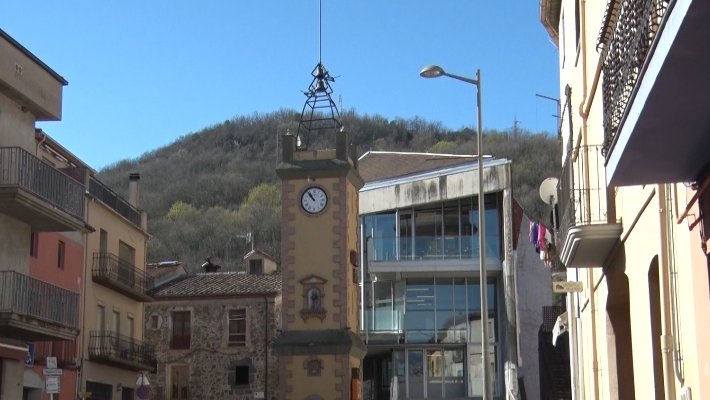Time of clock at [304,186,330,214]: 10:53
